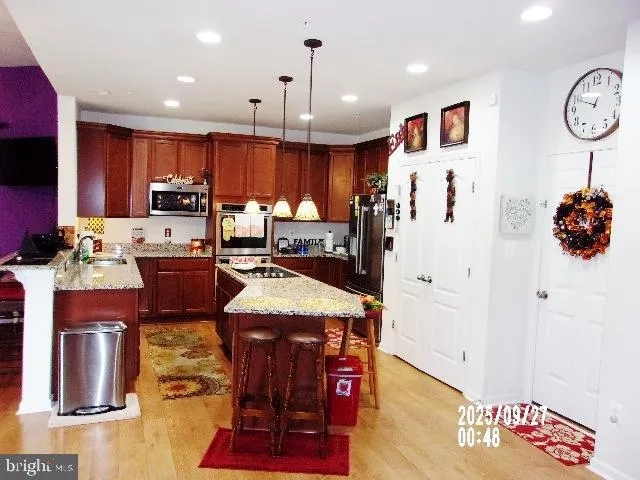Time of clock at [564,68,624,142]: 12:48
